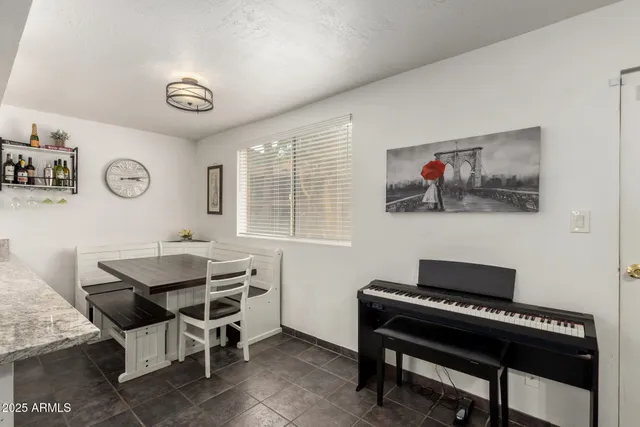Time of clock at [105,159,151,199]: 3:14
